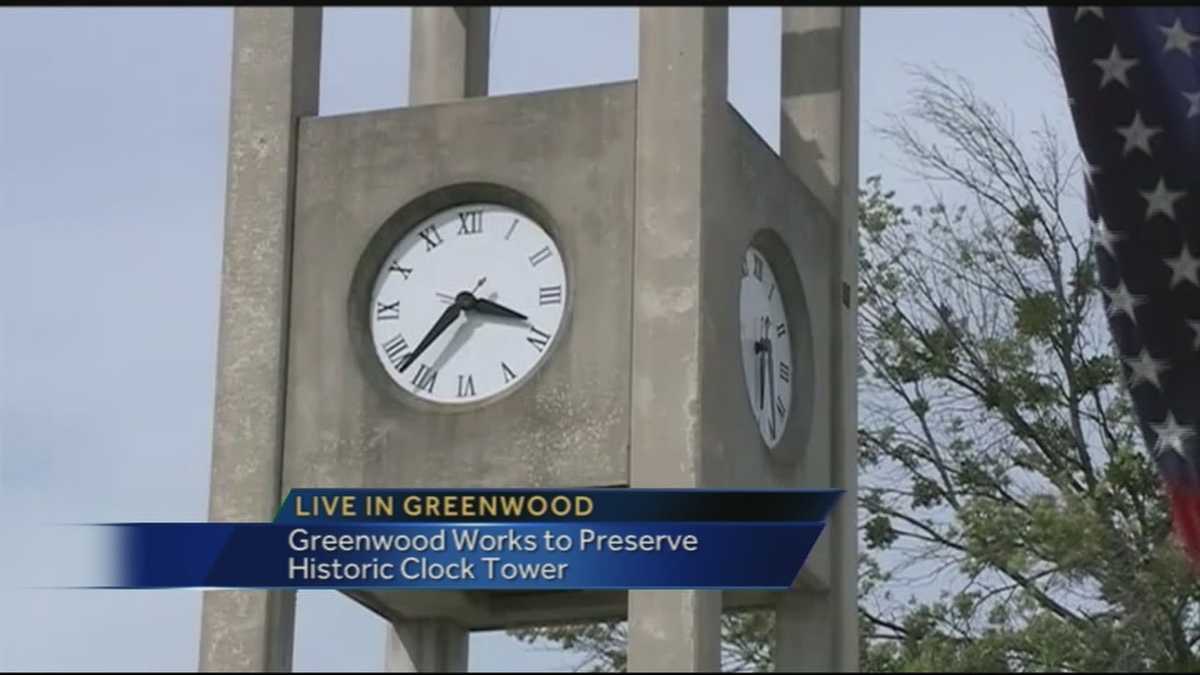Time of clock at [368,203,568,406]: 3:37
